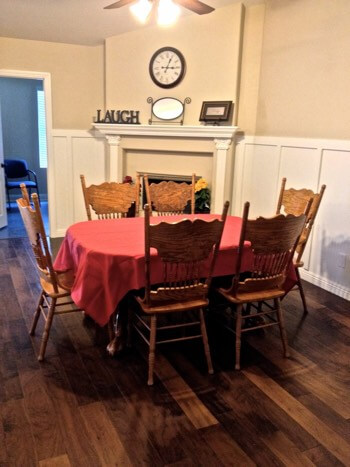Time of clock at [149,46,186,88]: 3:04
